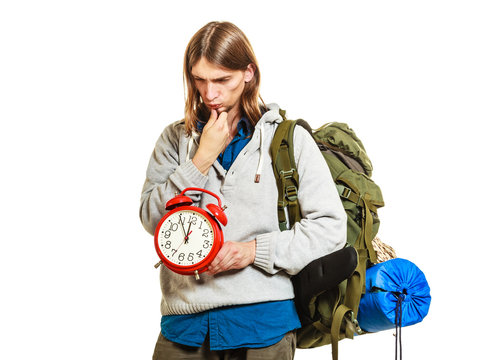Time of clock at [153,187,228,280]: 11:54
